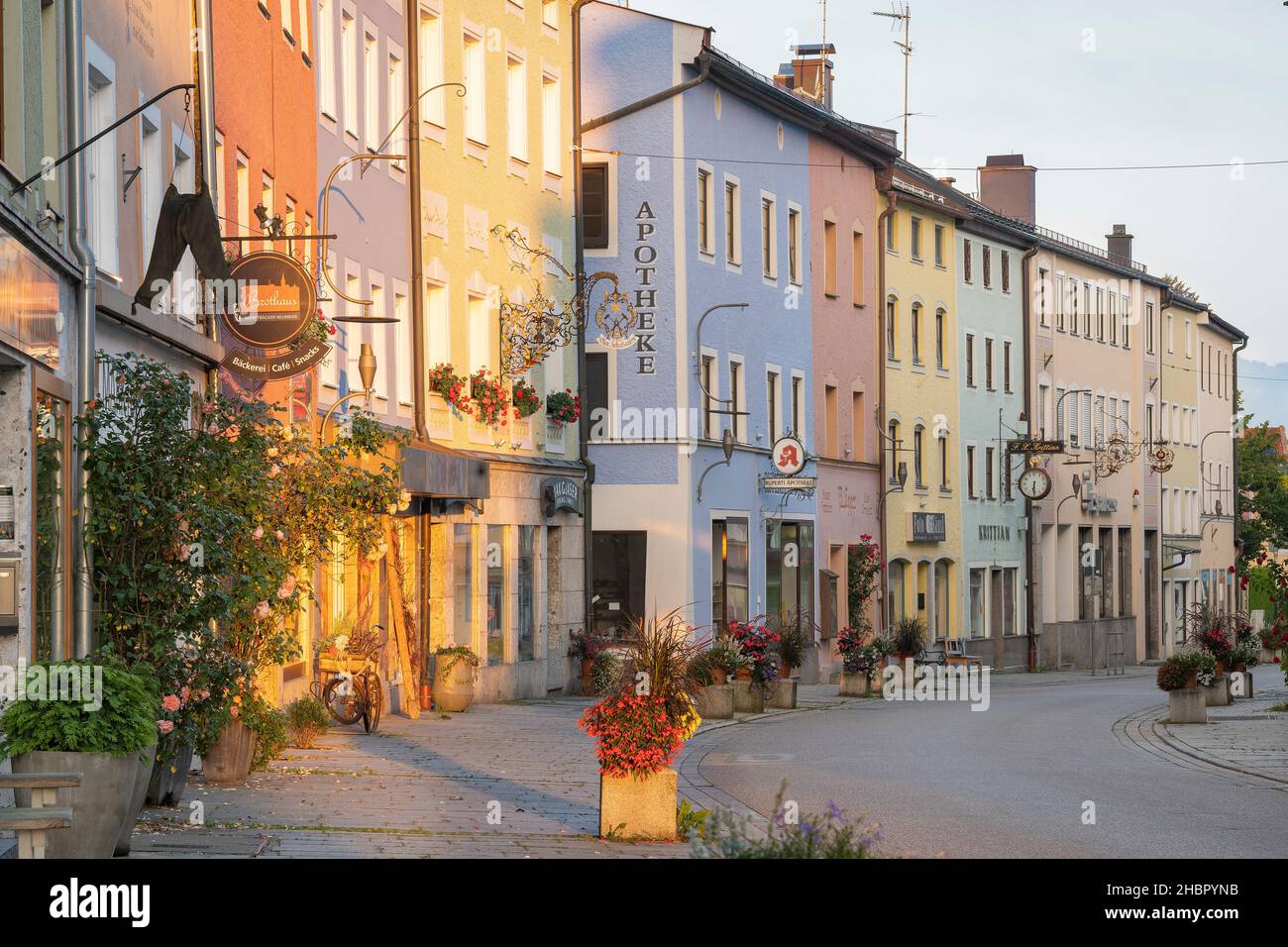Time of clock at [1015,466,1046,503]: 6:29
